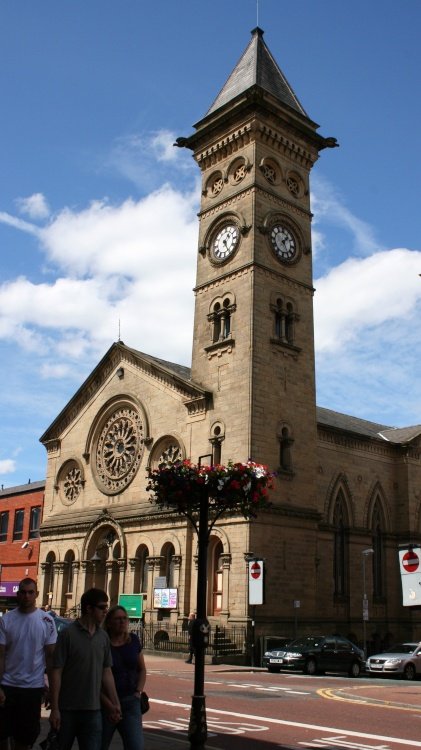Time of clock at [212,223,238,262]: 1:24
